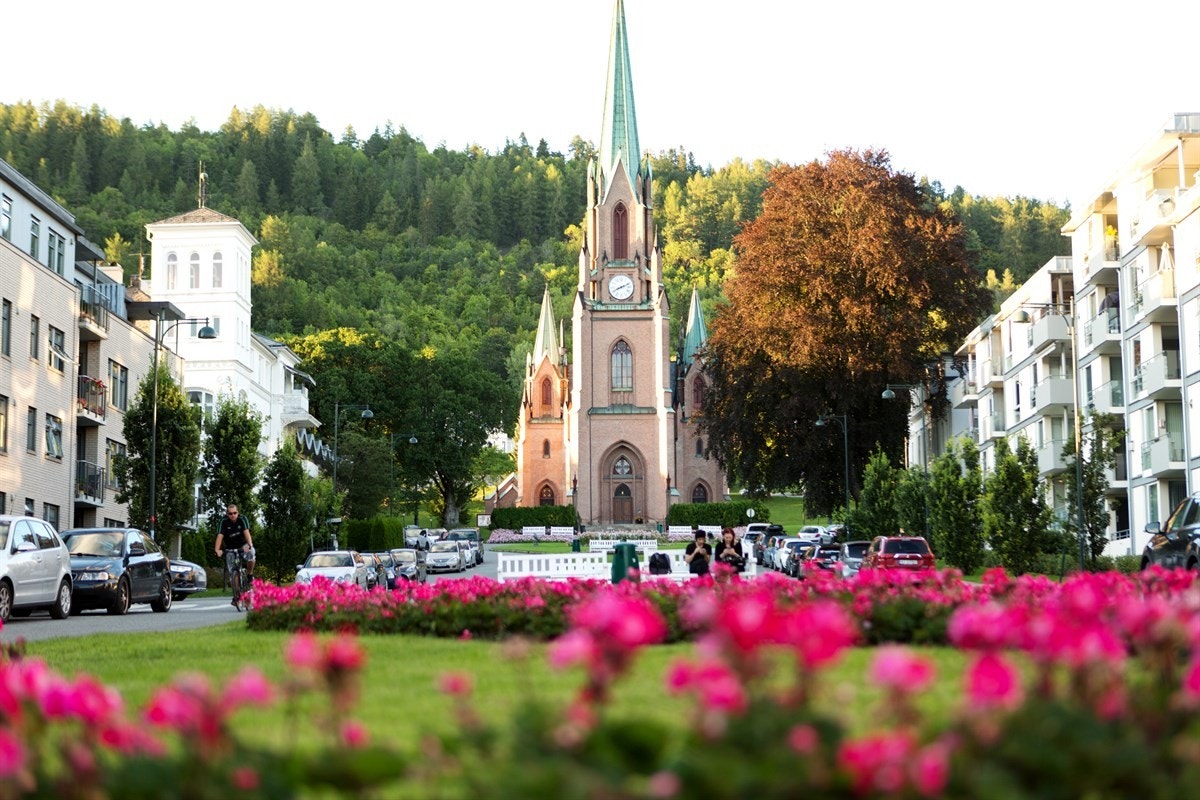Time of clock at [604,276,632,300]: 8:11
